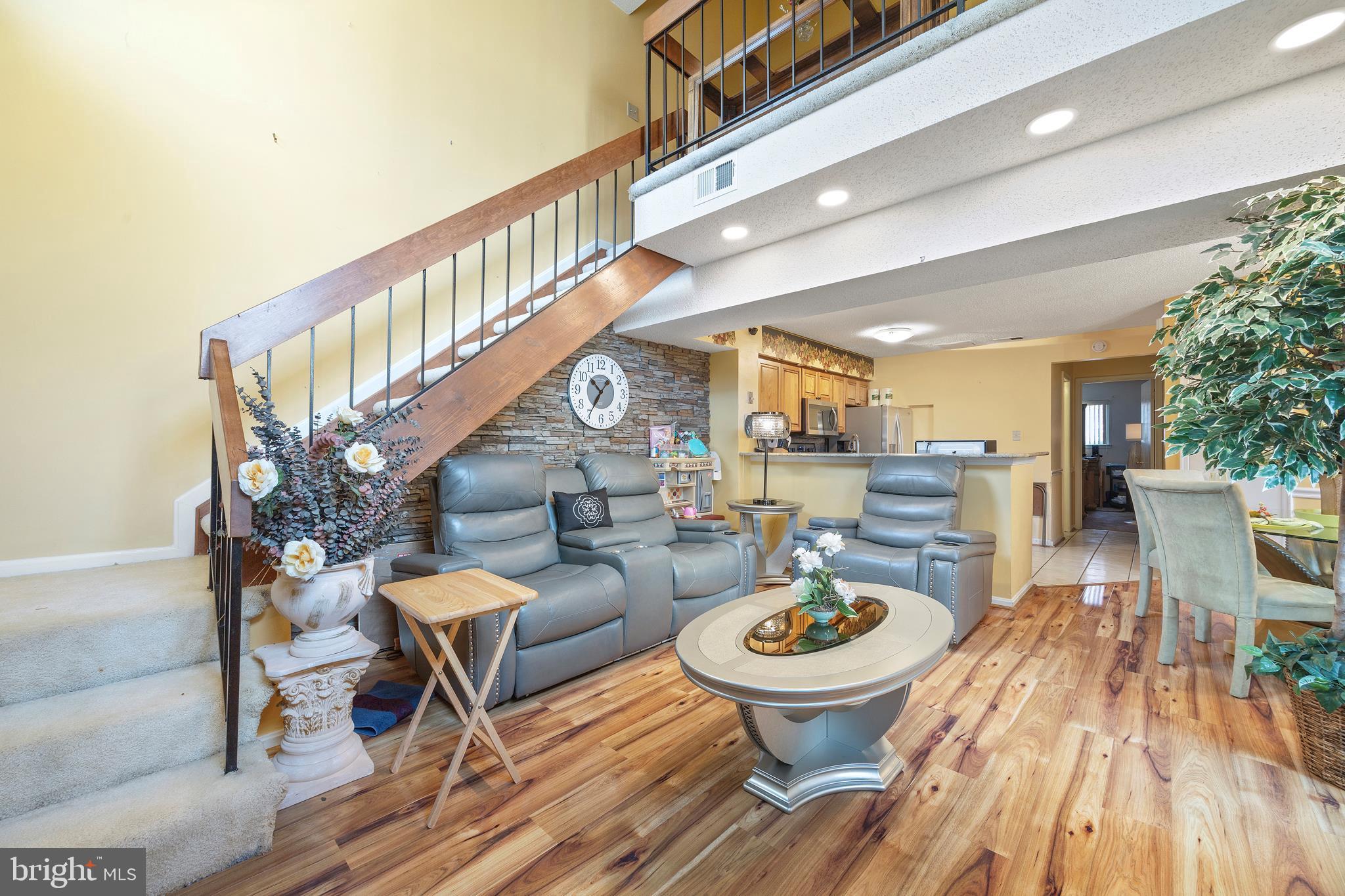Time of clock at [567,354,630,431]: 10:35
